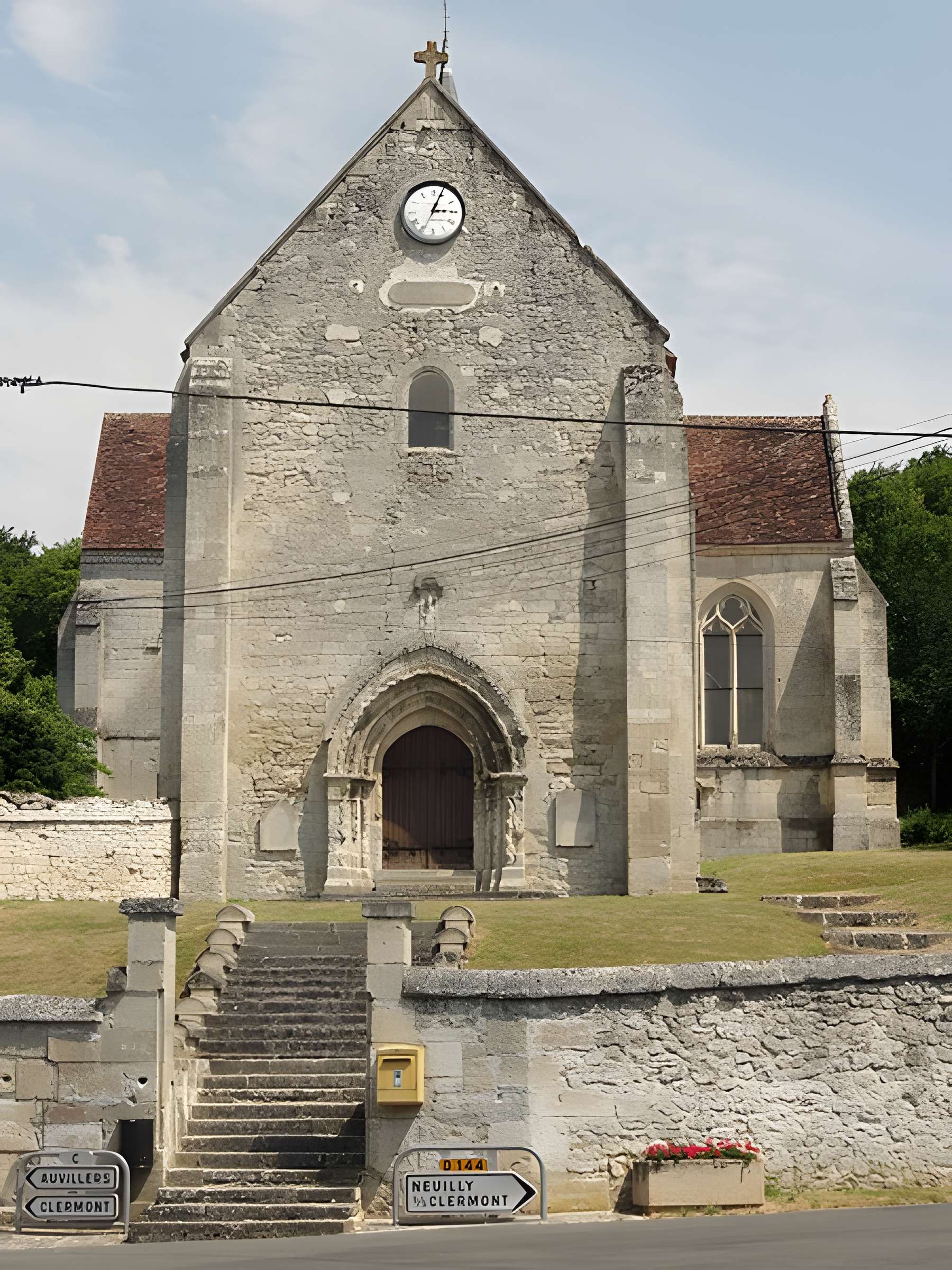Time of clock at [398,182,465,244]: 3:03
